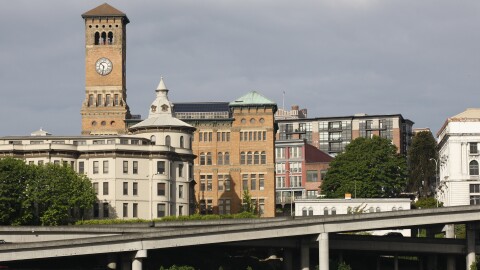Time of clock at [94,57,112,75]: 10:32
